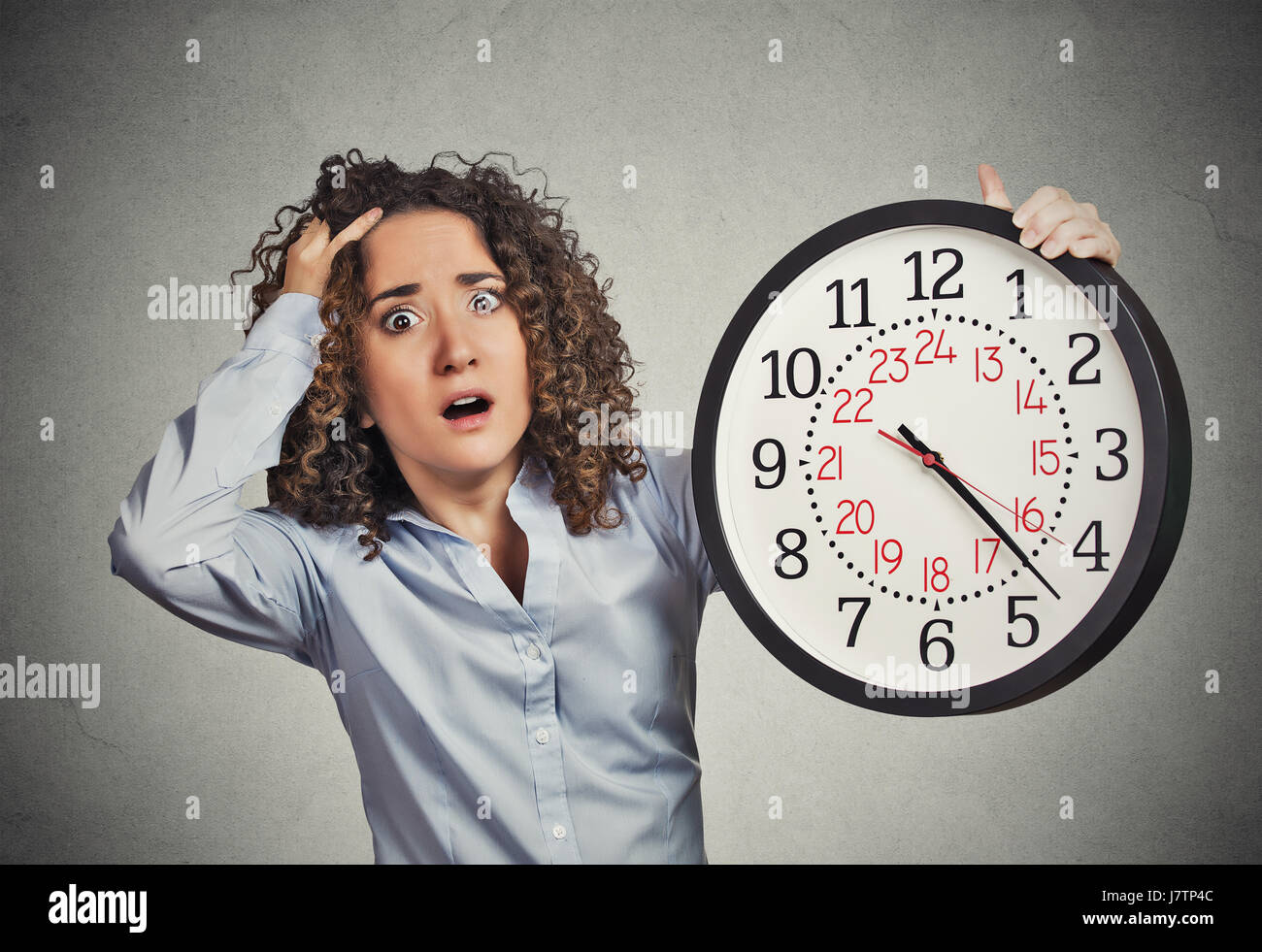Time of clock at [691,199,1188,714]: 4:22
